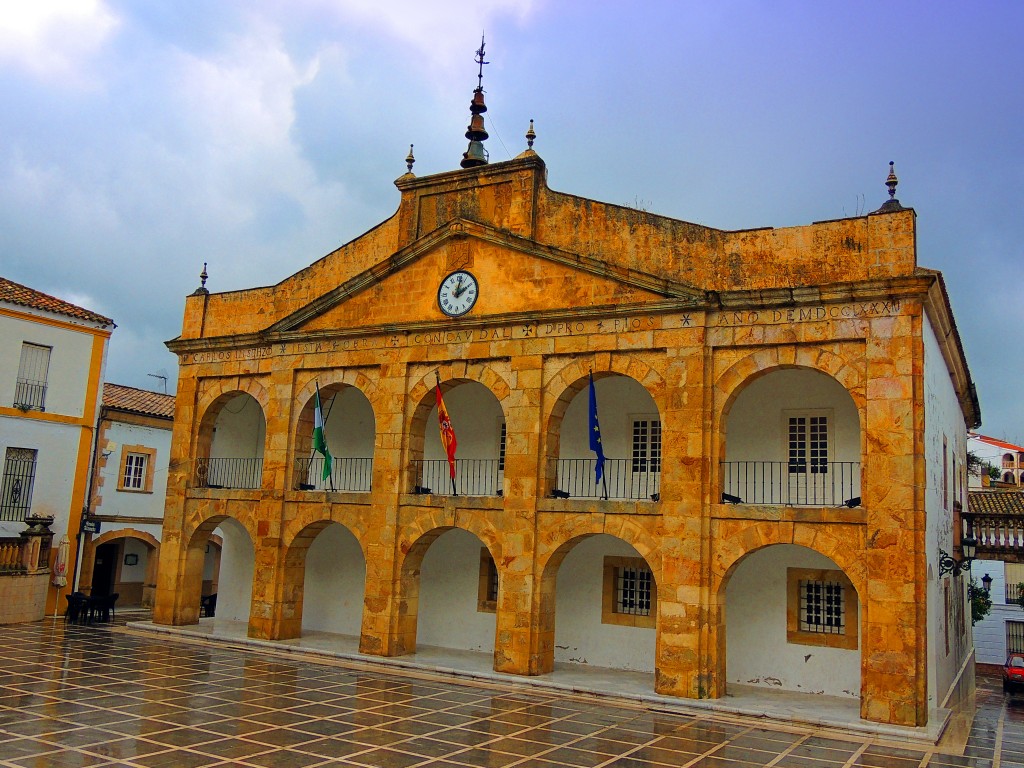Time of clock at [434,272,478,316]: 2:01
